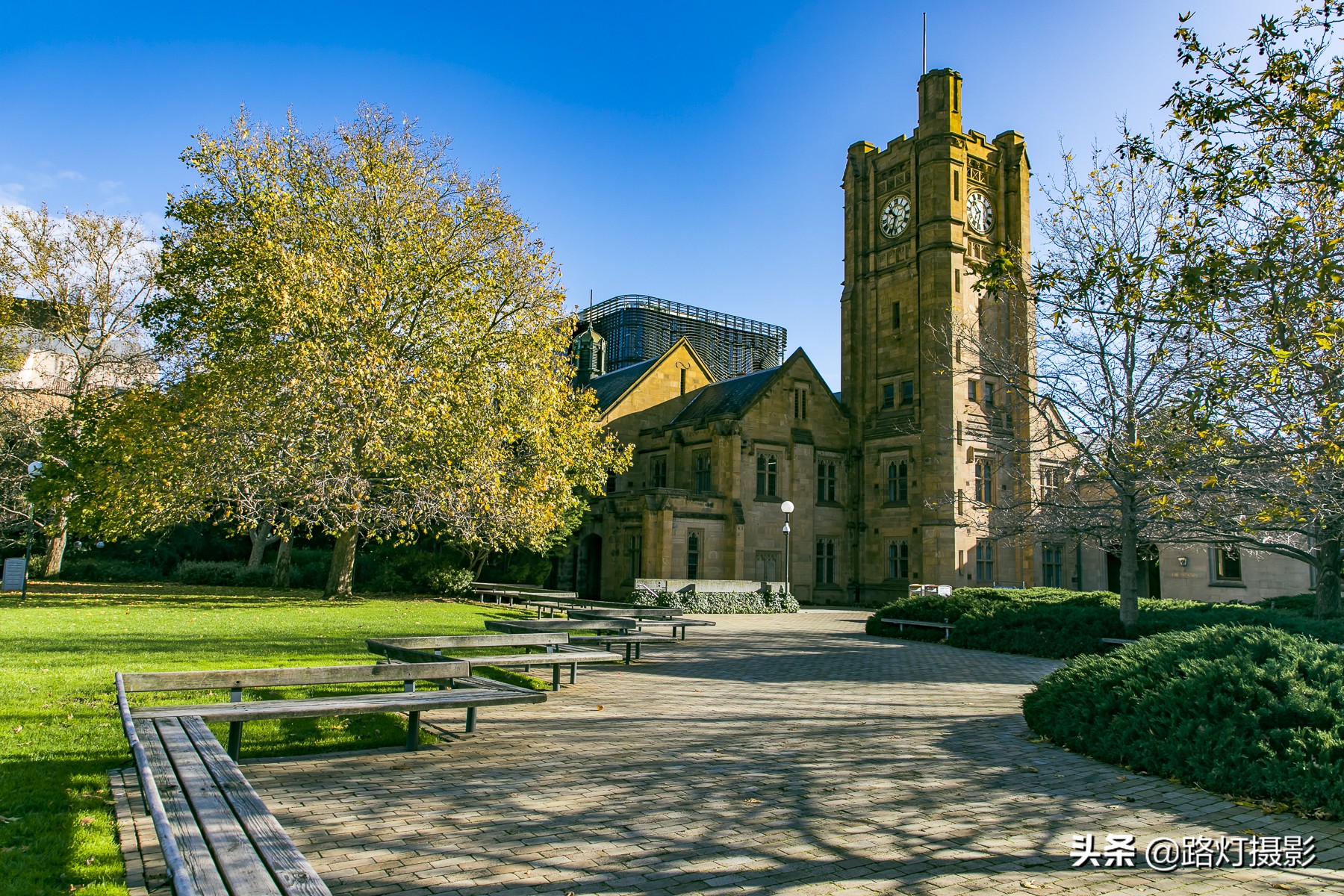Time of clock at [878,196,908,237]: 10:33
